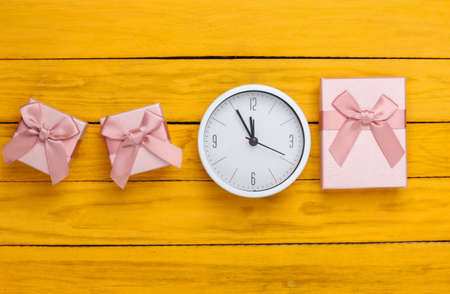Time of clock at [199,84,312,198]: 11:55
